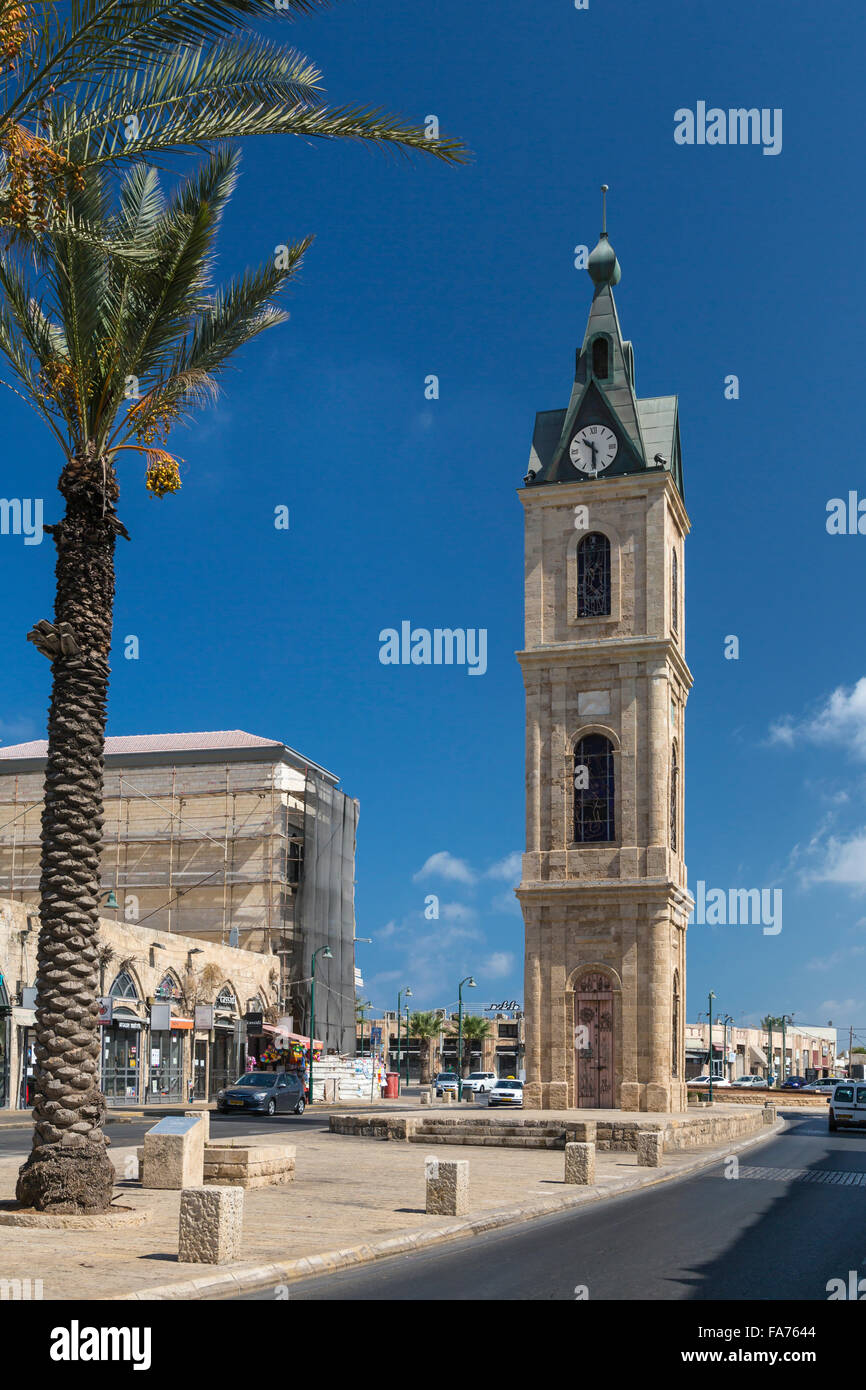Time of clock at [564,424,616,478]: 10:30
